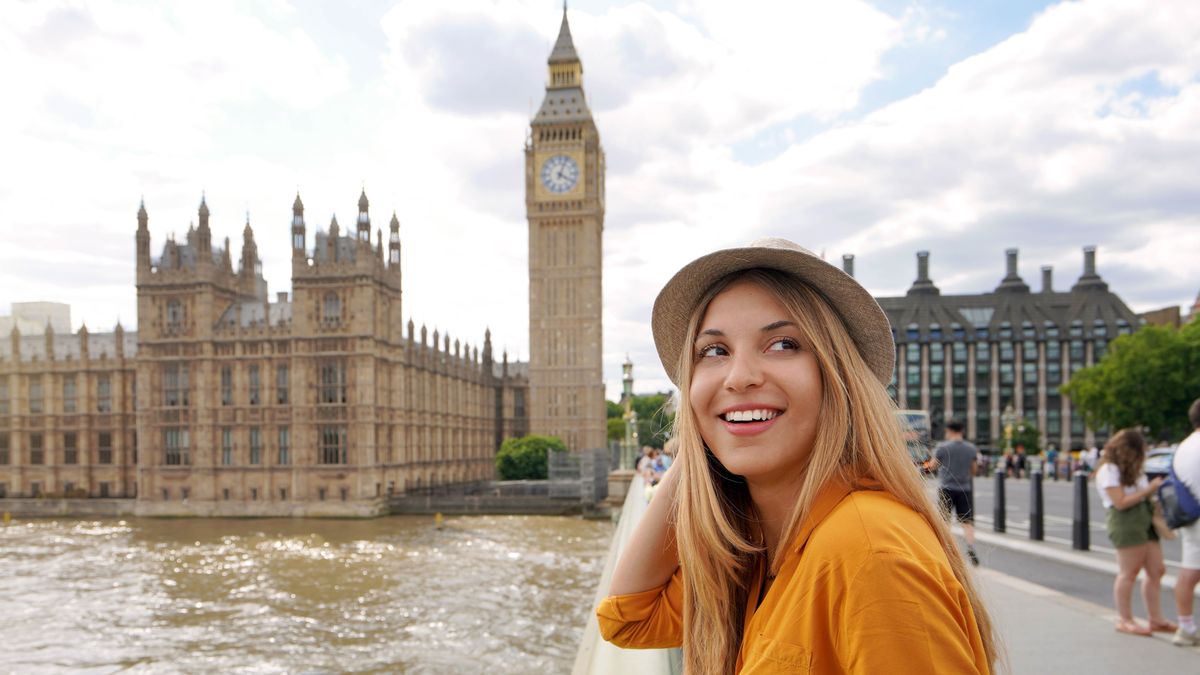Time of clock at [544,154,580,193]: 4:03
